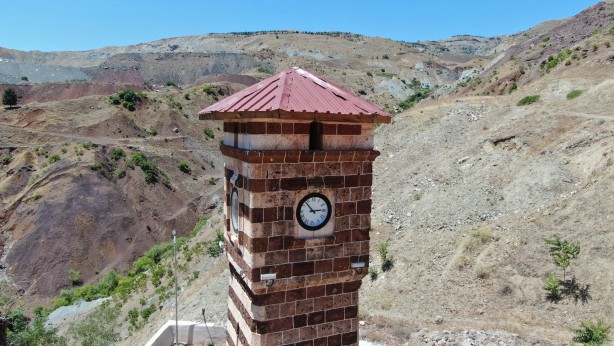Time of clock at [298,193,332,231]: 2:52
